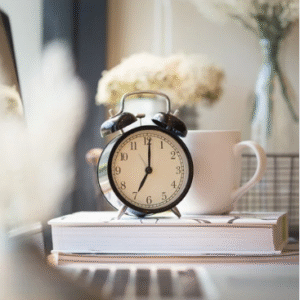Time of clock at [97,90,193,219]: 7:00
